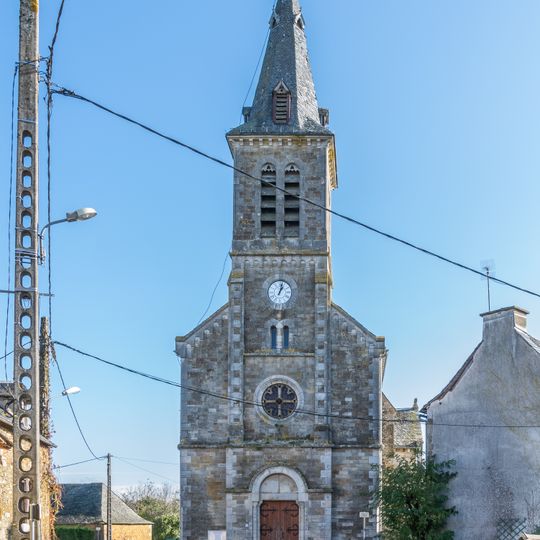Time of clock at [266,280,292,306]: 1:02
